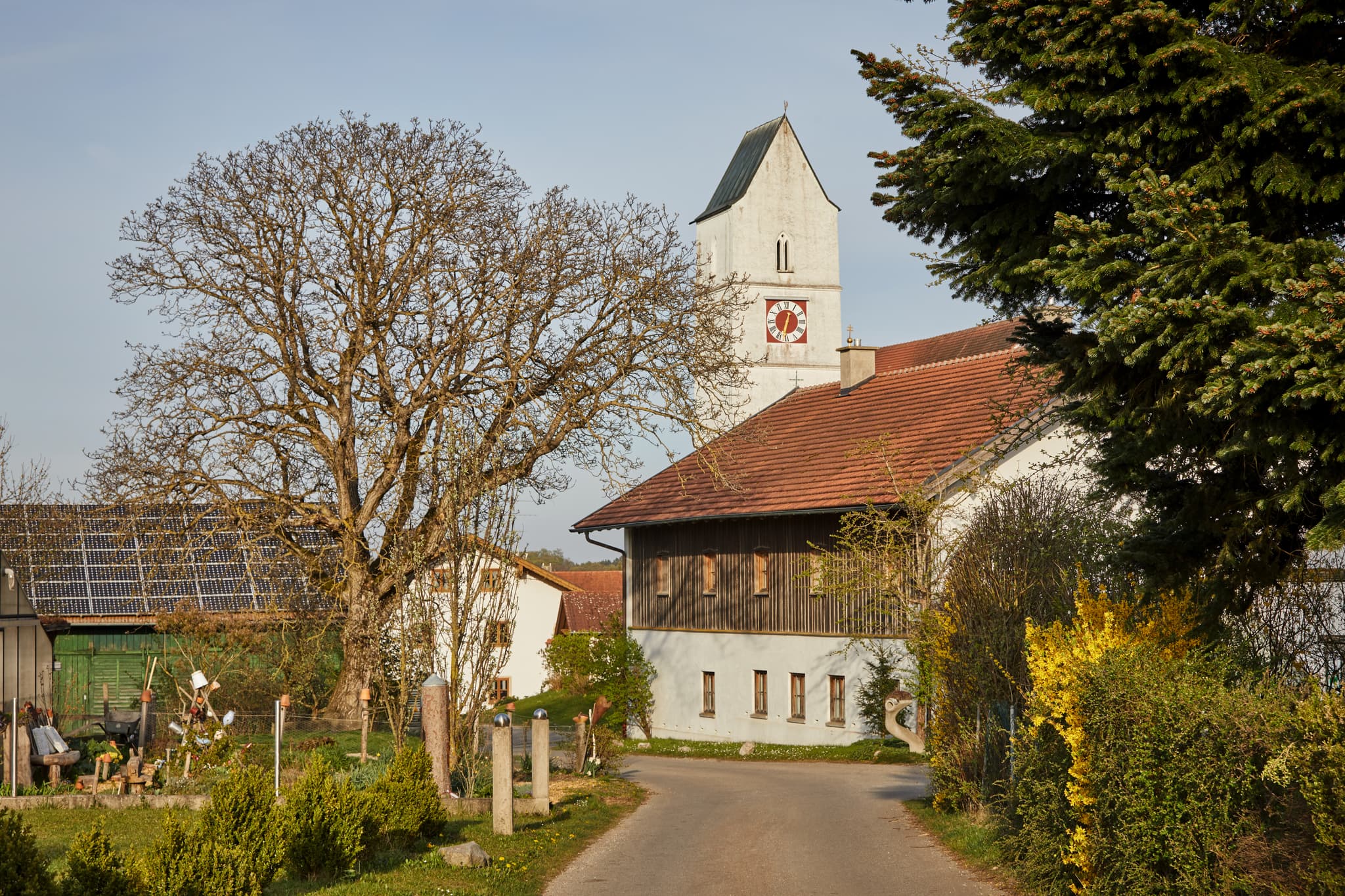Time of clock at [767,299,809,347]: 12:32
